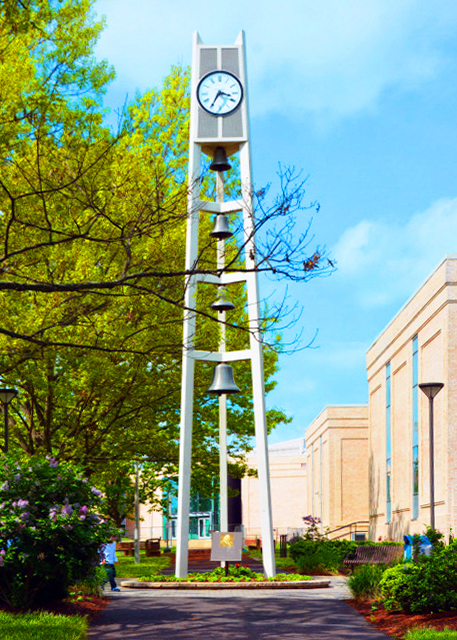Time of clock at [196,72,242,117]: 3:34
